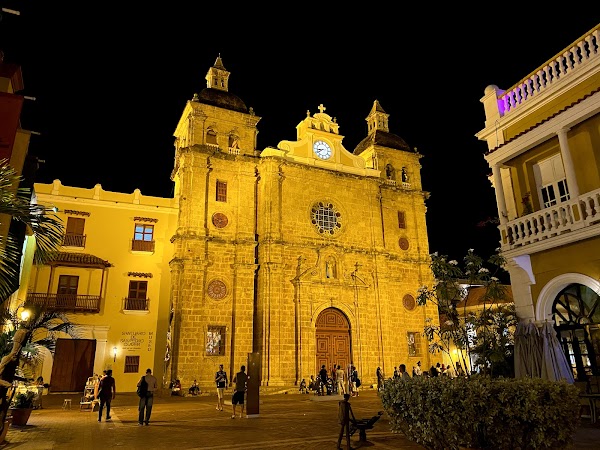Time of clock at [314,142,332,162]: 8:39
